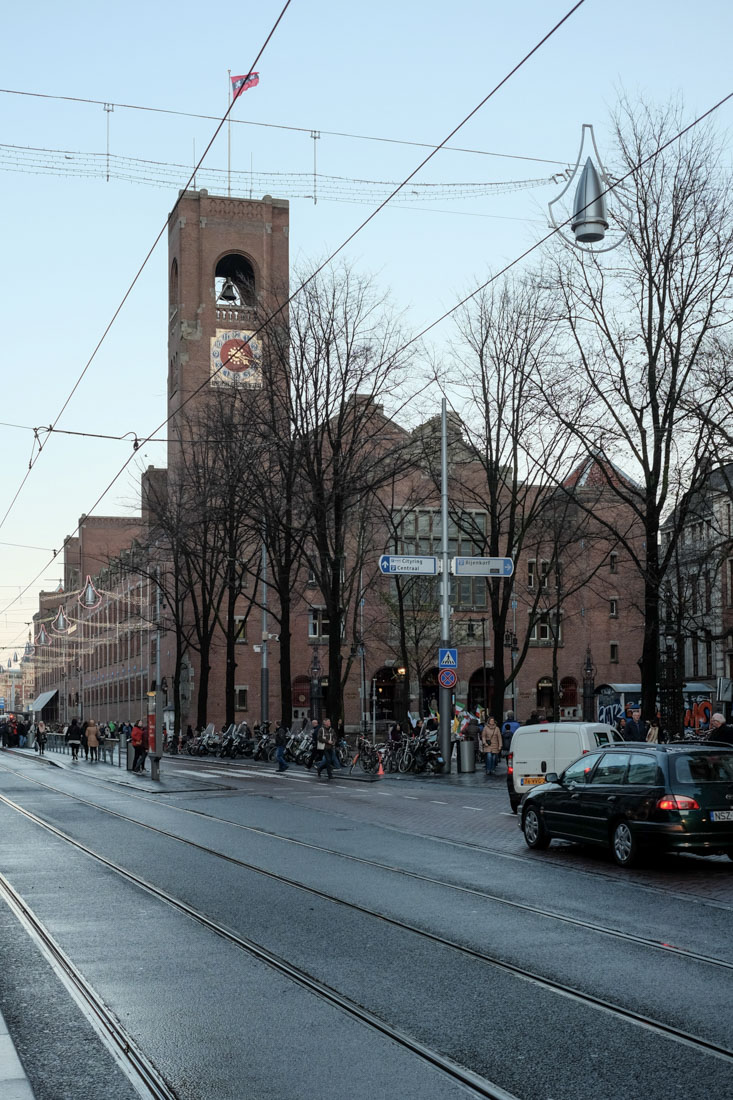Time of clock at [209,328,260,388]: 1:38
